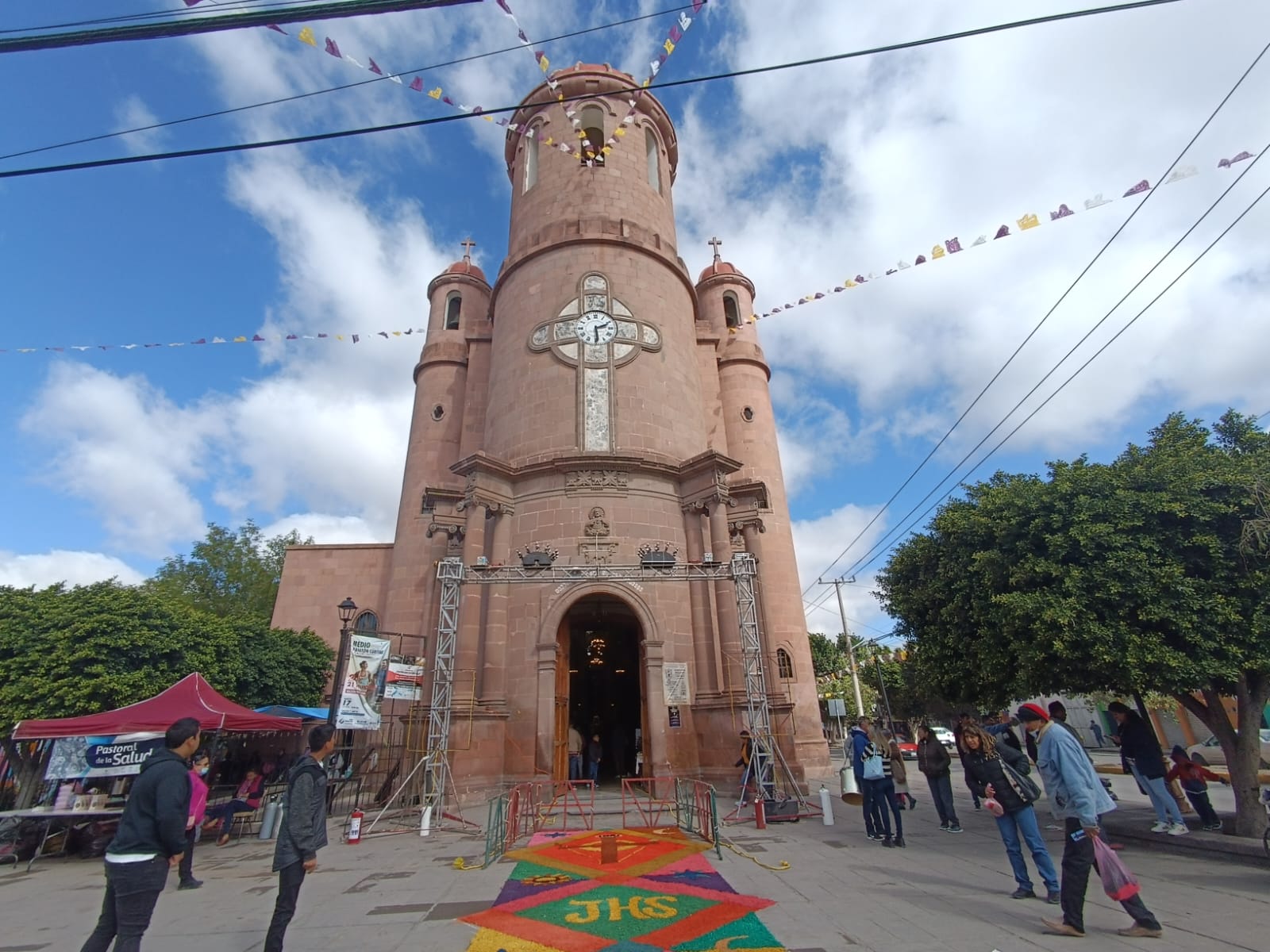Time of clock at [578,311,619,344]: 2:29
